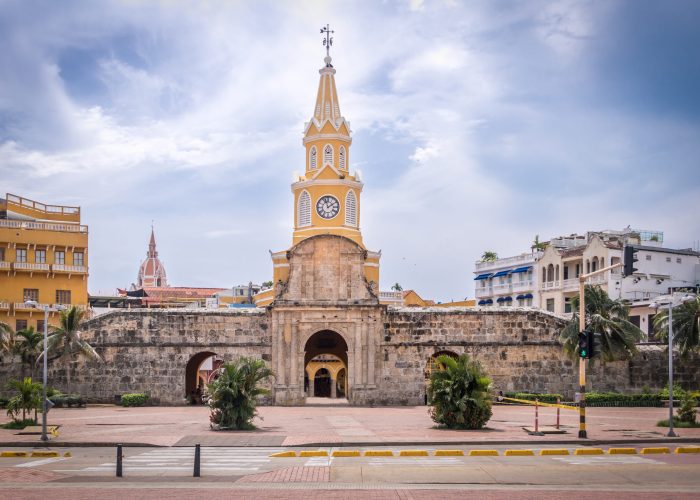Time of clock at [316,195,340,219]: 1:56
